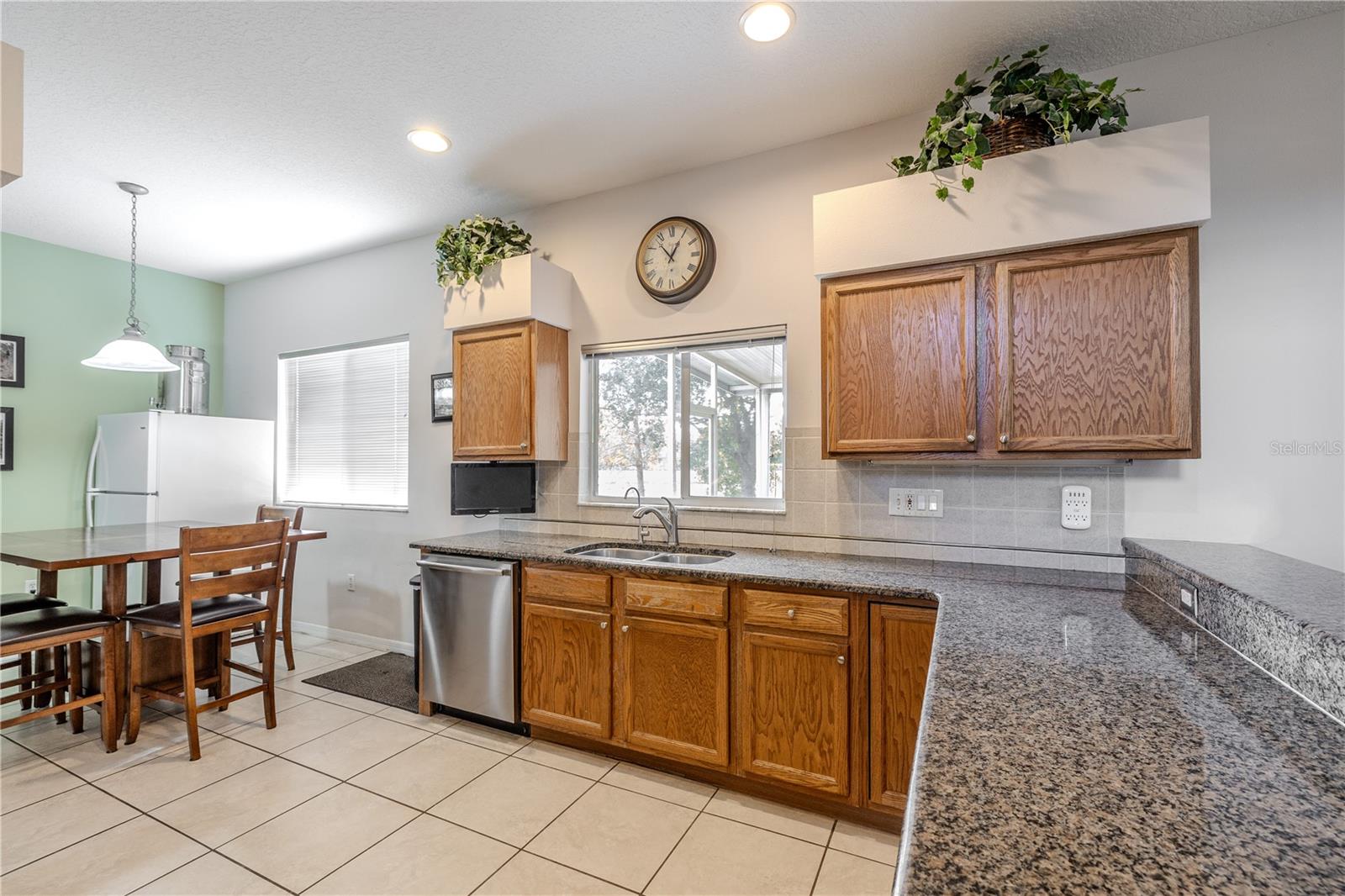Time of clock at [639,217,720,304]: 12:53
